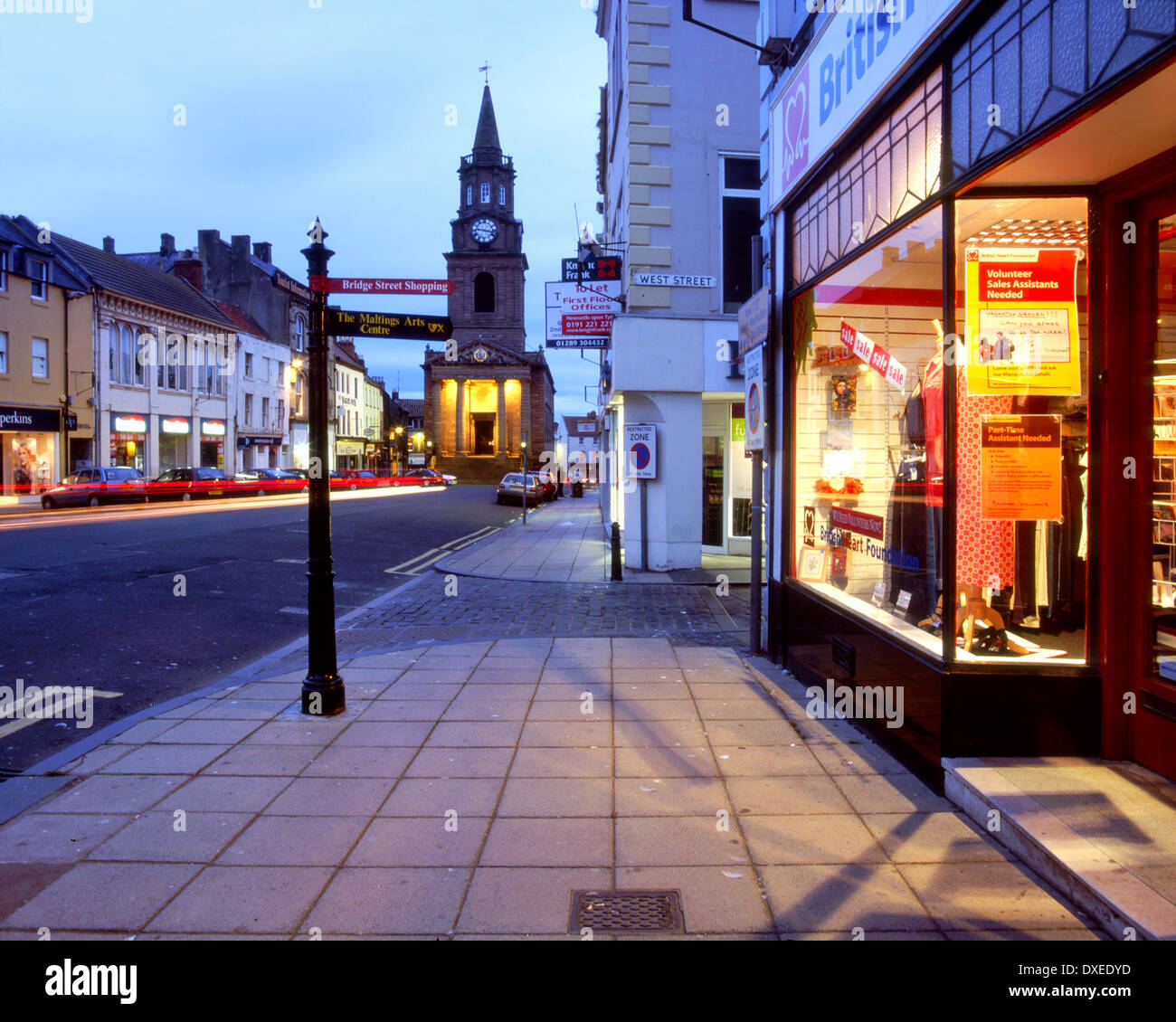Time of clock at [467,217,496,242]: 9:17
